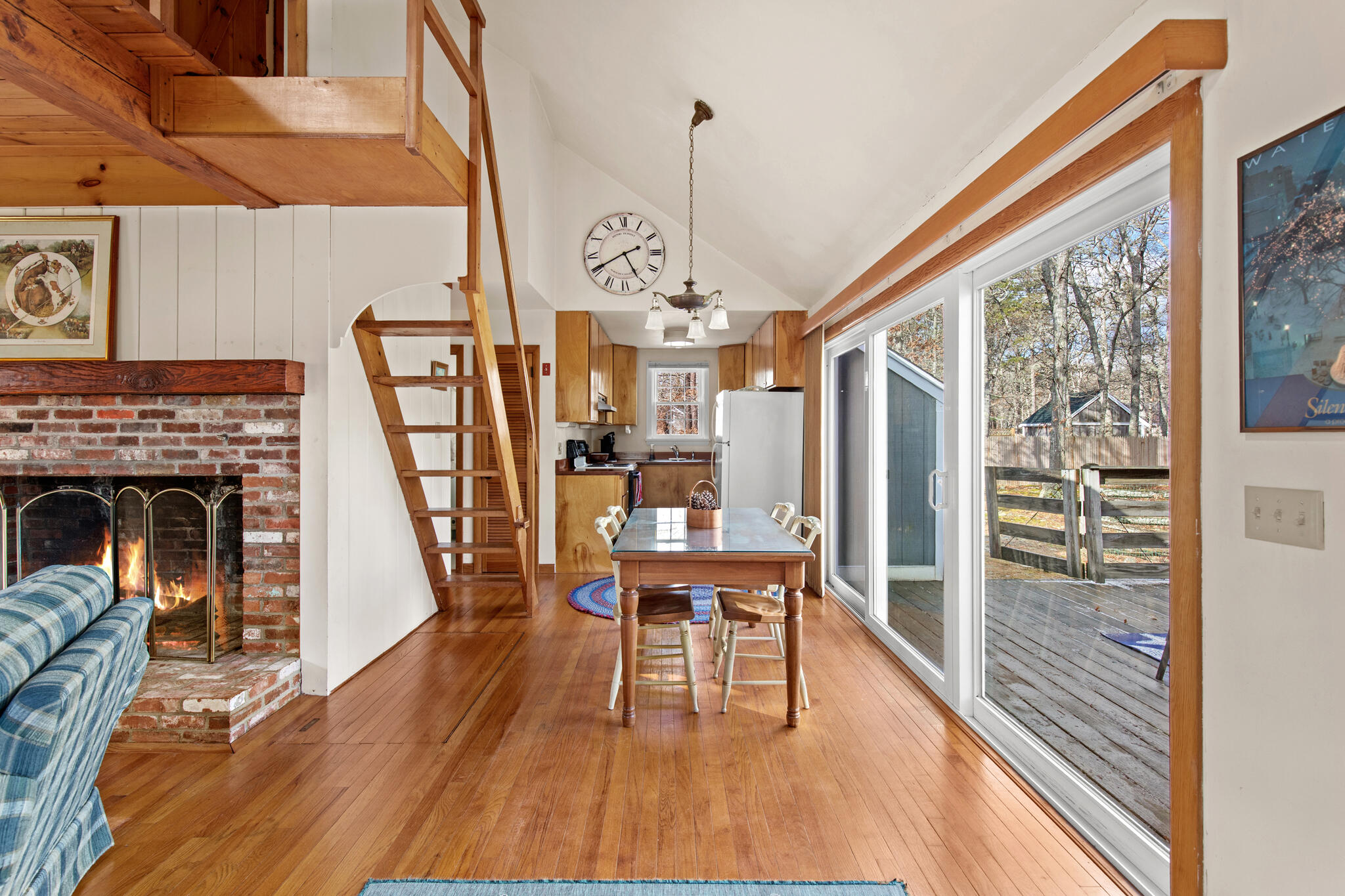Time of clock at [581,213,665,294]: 4:40
